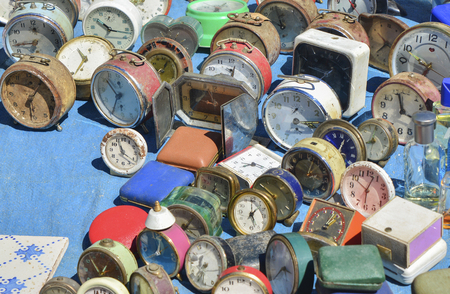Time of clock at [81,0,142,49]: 10:16
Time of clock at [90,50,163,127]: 10:34
